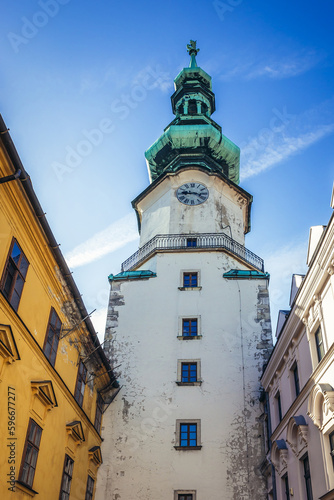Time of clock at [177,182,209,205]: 9:17
